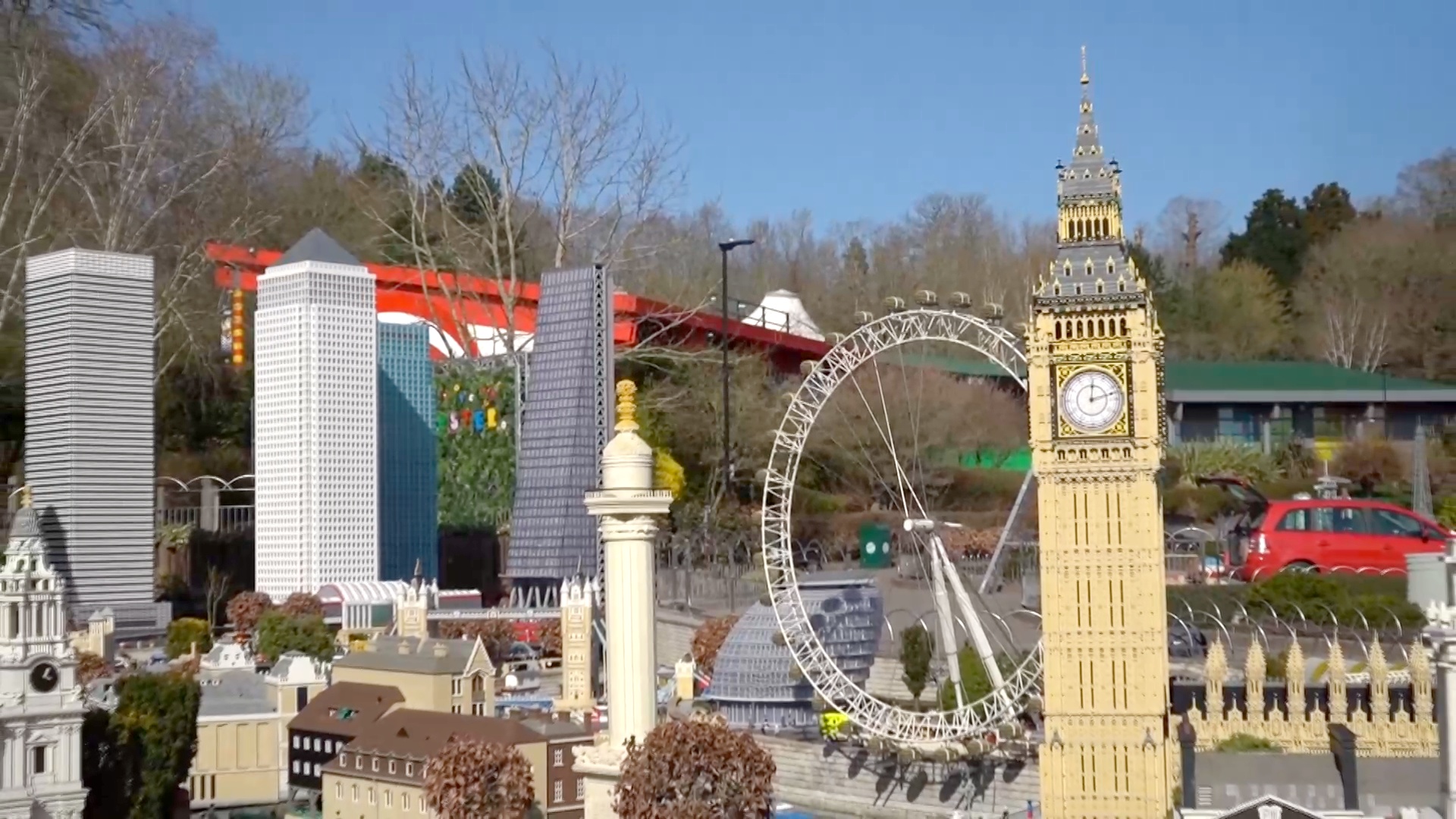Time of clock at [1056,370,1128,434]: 12:12
